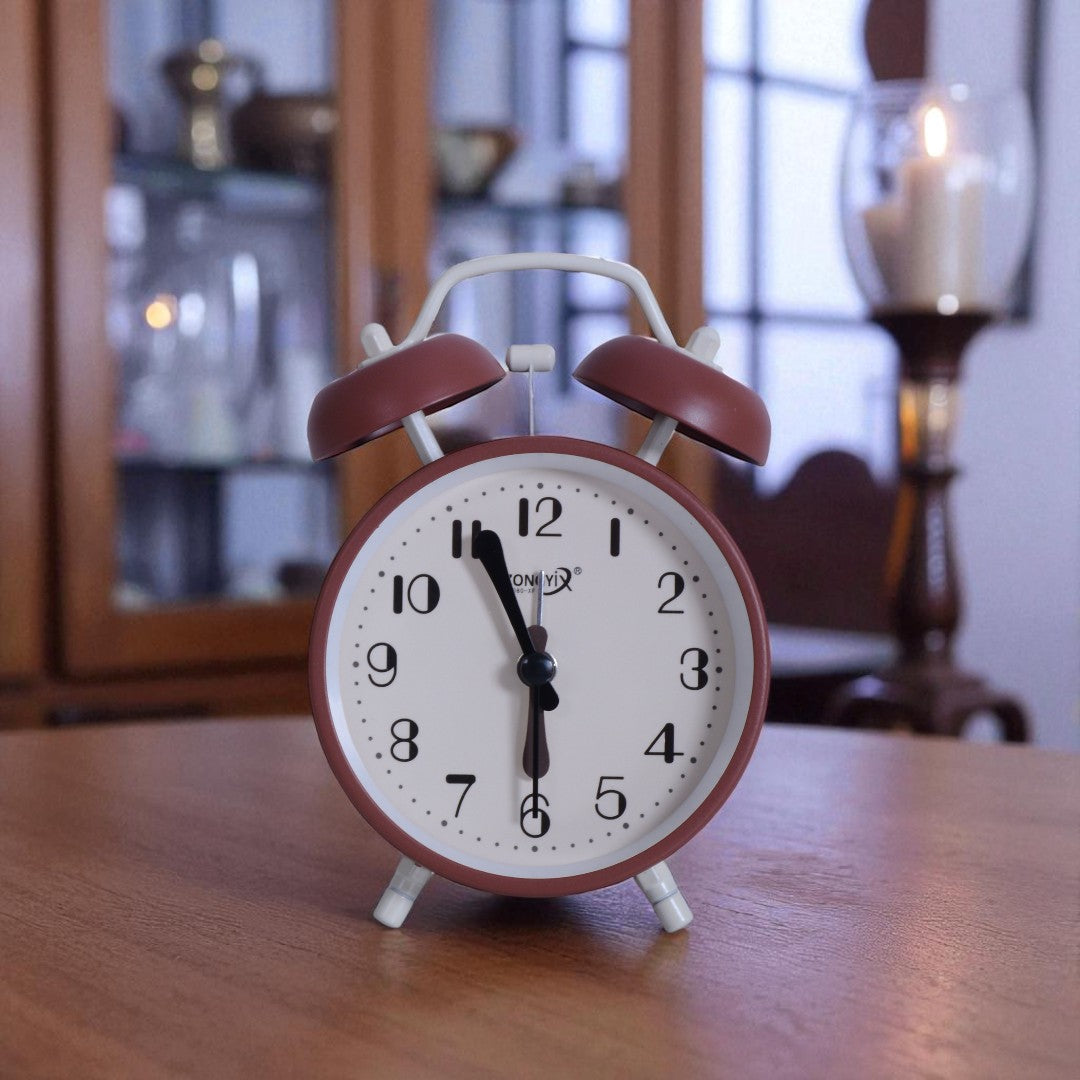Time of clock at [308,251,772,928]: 5:56
